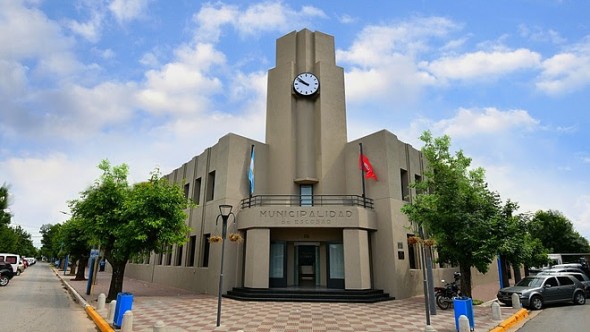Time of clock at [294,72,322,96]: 9:51
